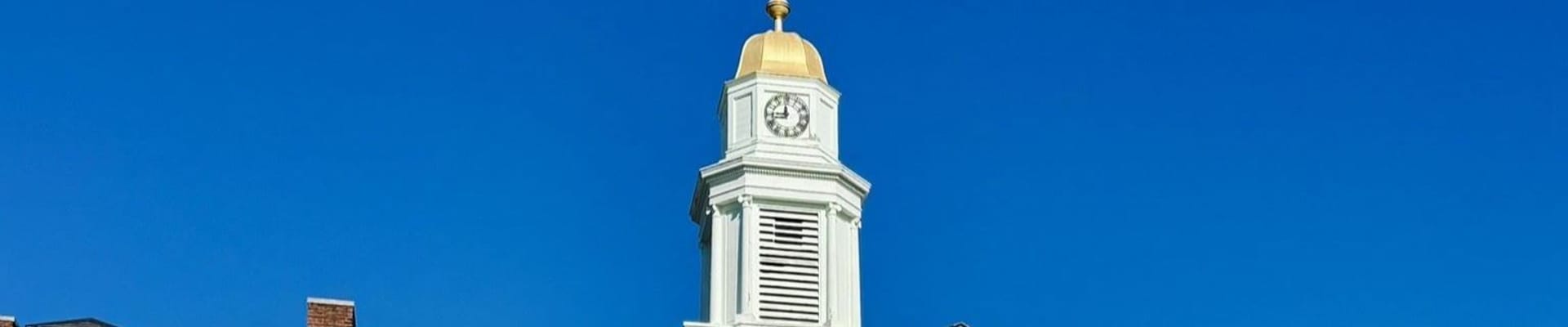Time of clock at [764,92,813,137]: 11:44
